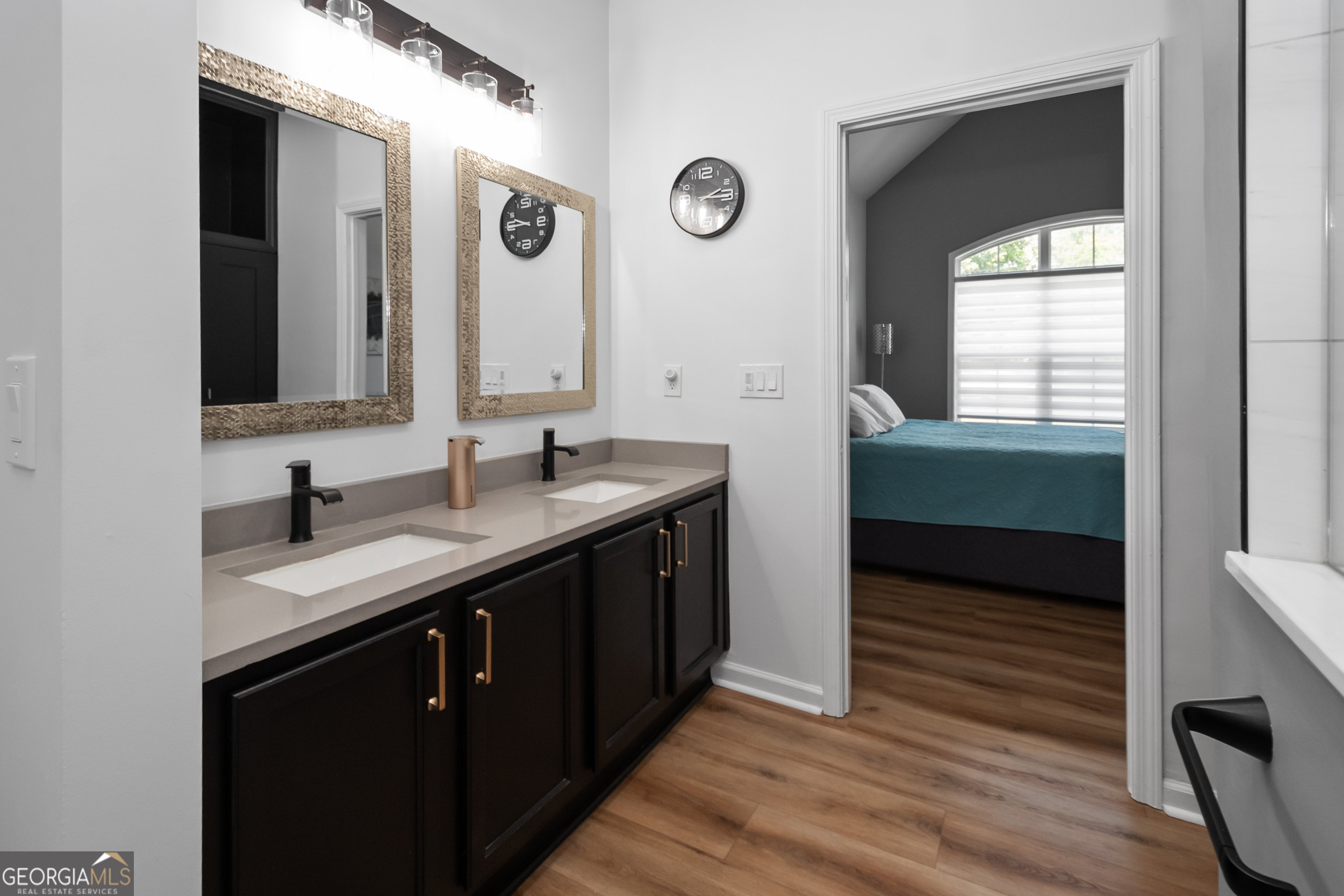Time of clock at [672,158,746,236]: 2:14
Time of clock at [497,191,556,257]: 9:45
